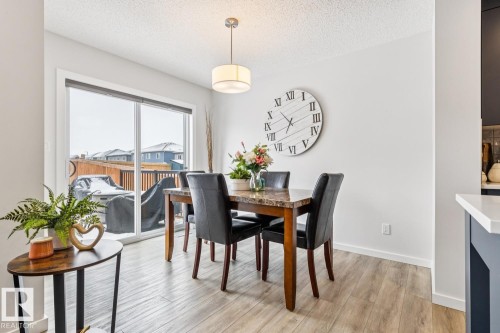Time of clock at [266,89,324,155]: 6:53
